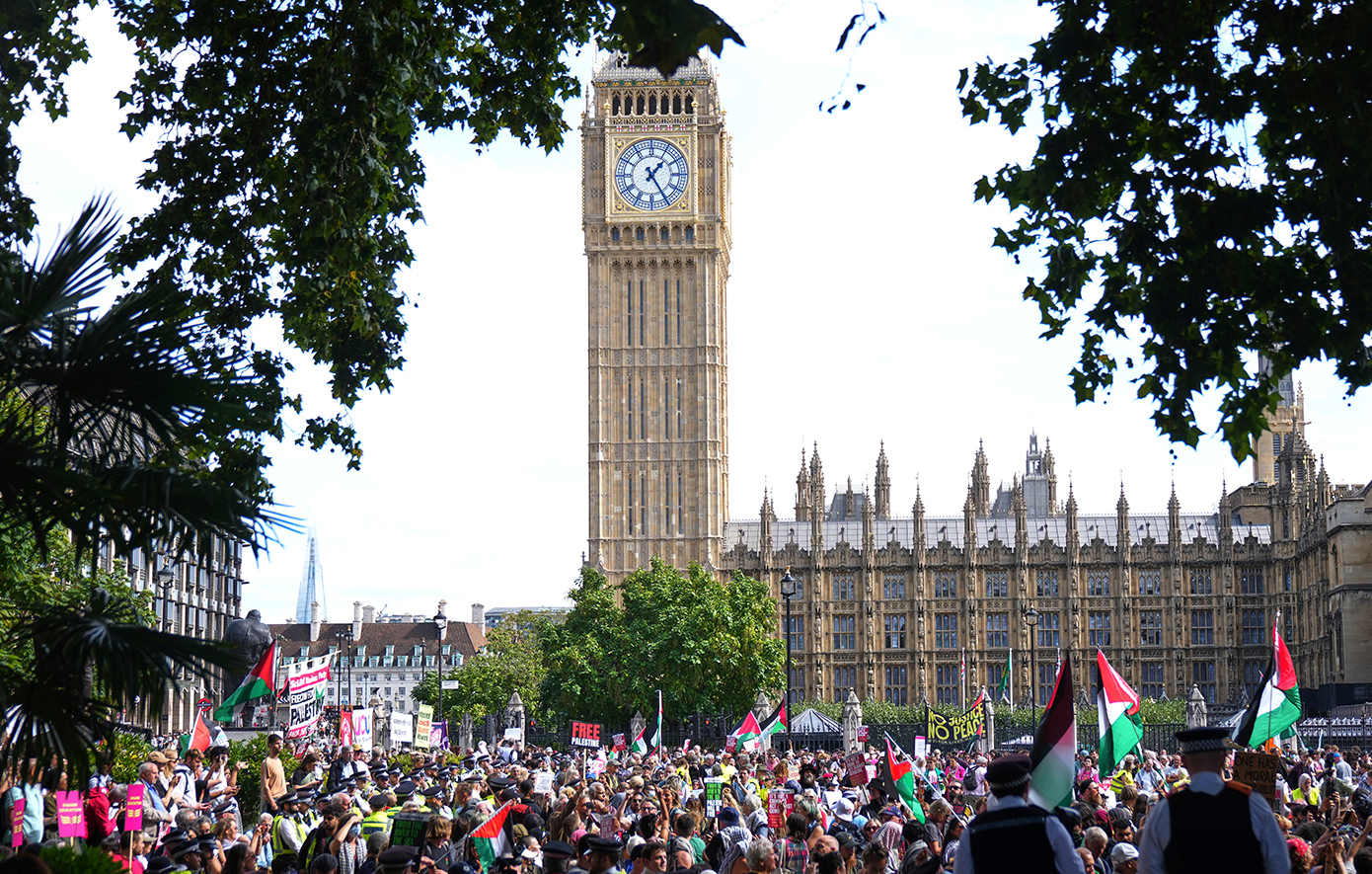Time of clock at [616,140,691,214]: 1:24
